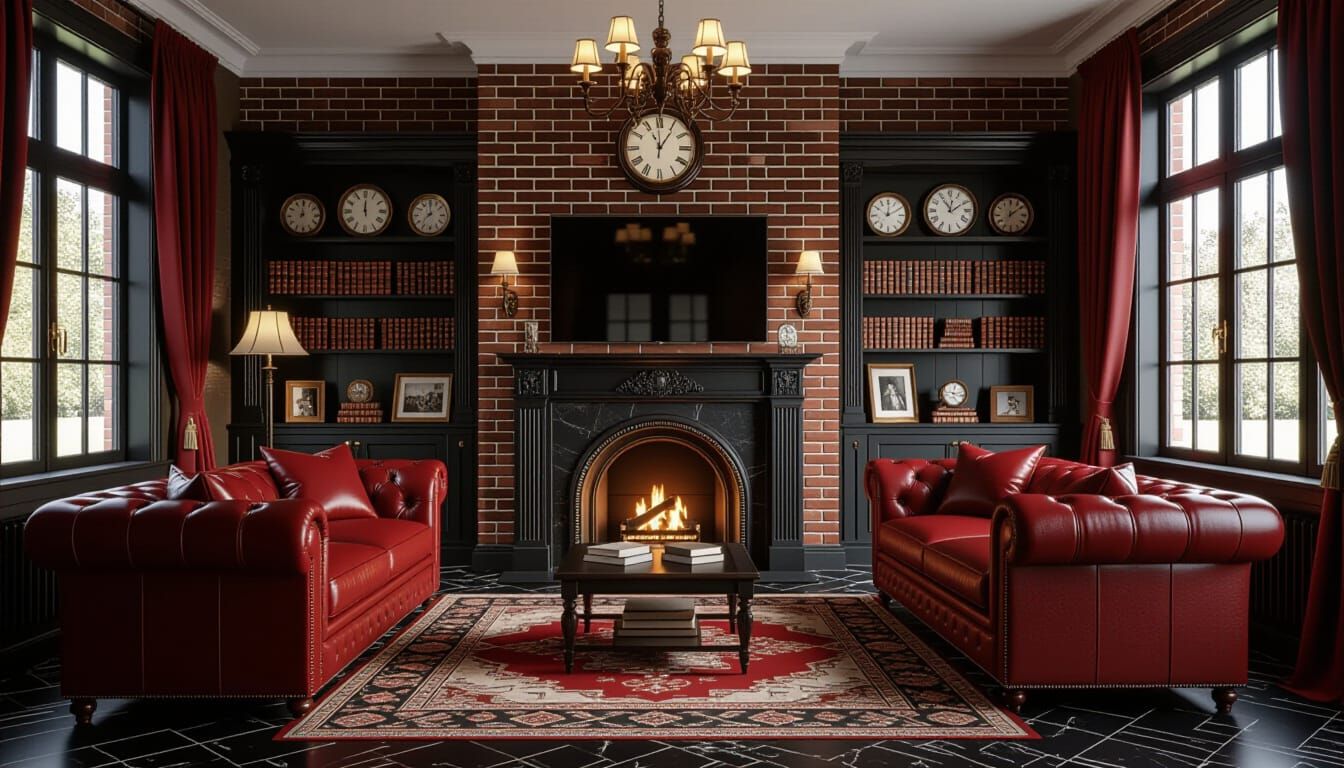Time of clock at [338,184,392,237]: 12:00
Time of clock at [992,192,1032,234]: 12:08
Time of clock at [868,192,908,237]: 12:10
